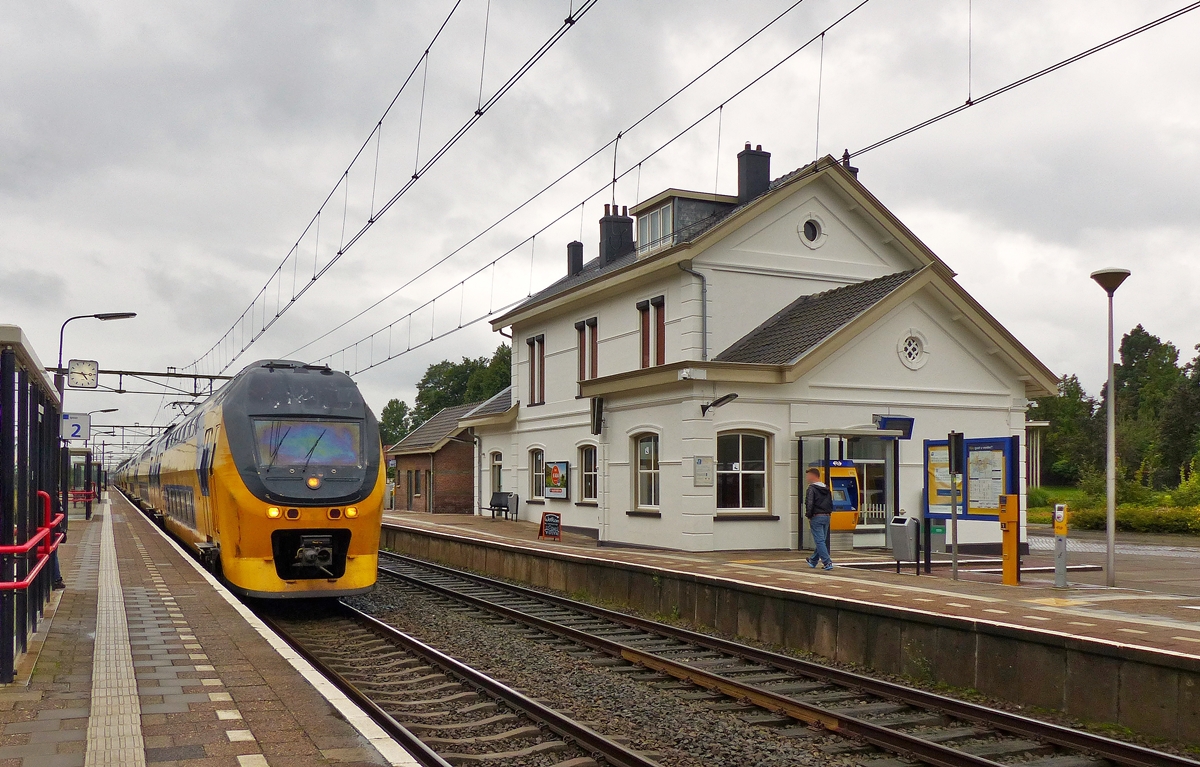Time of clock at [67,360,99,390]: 4:46
